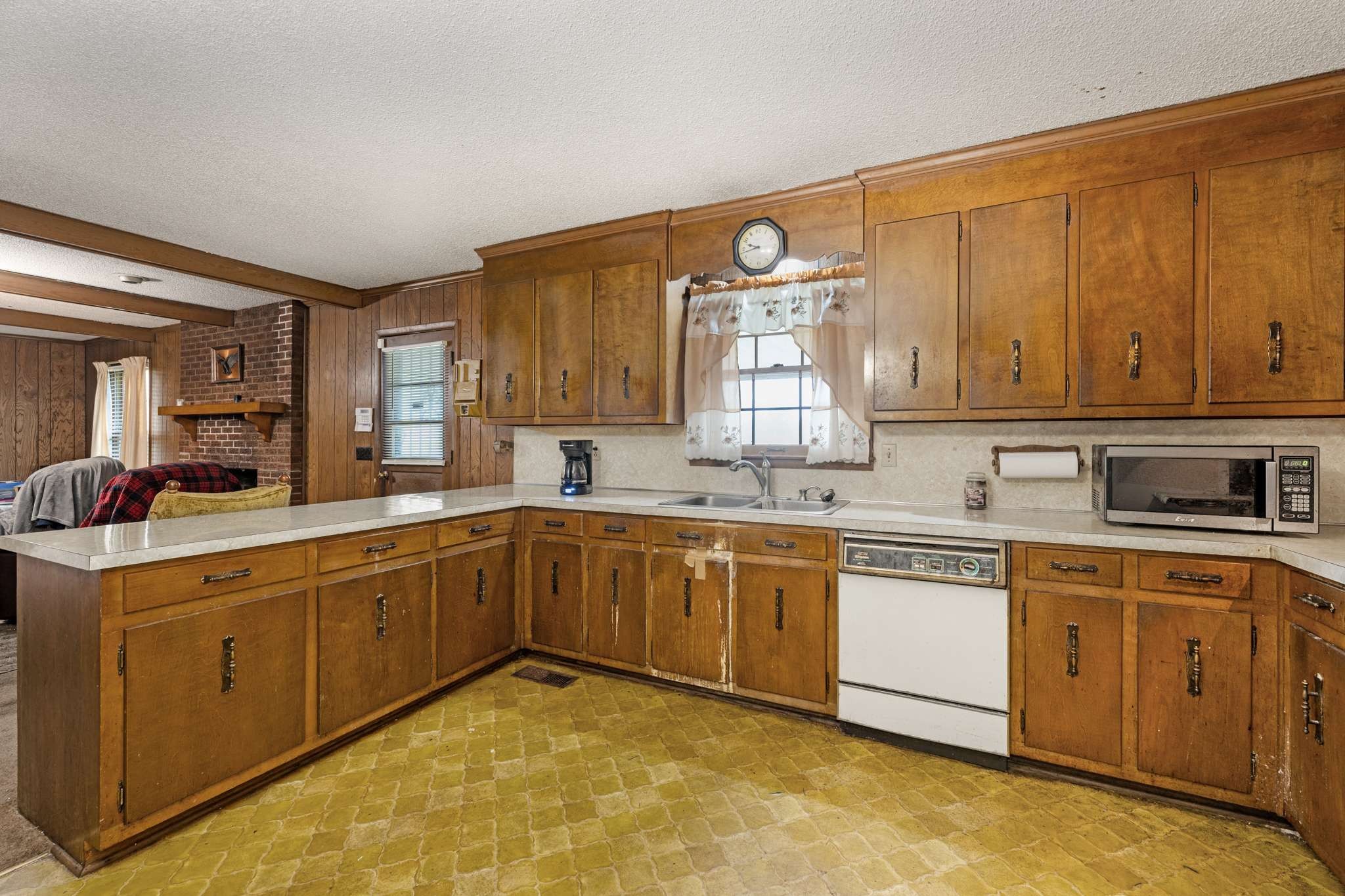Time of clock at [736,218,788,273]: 9:43
